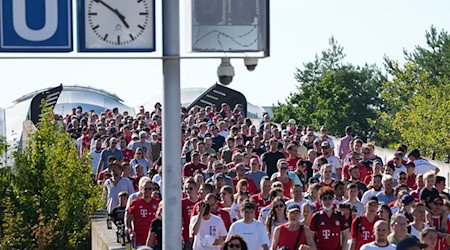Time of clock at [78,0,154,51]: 4:50
